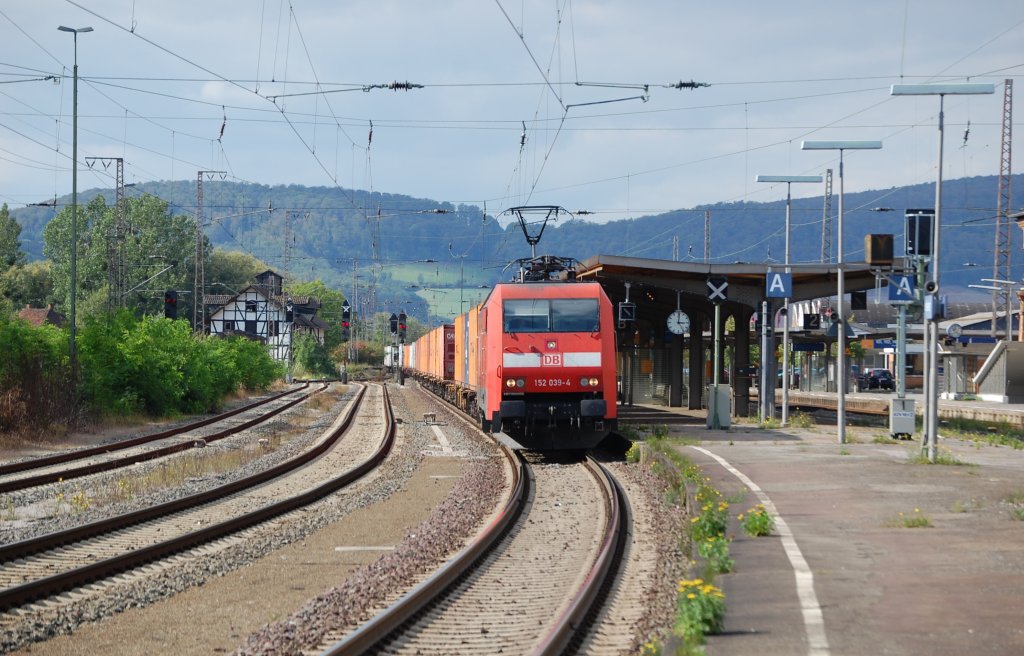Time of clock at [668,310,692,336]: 3:01
